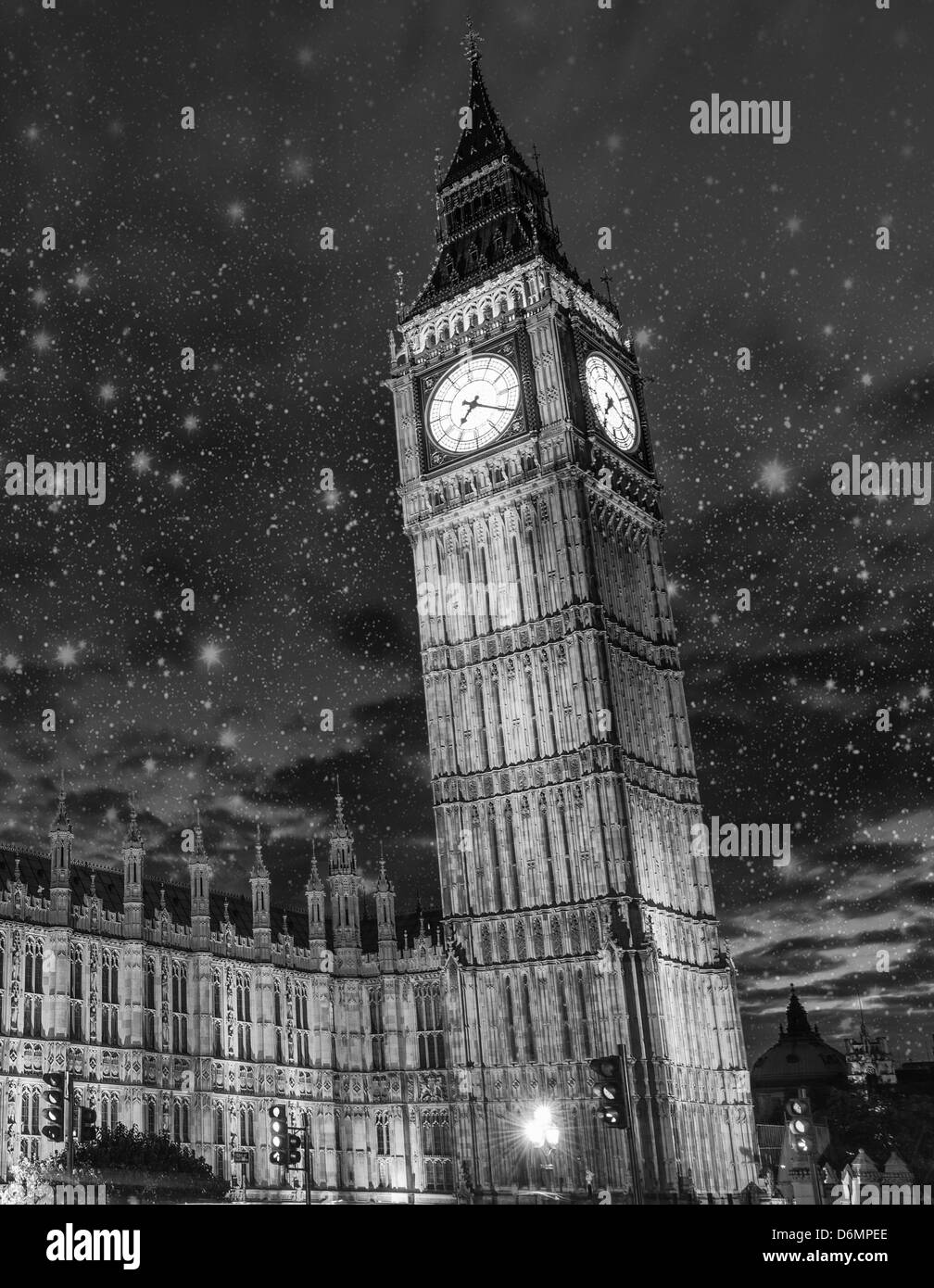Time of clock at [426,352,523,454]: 7:19
